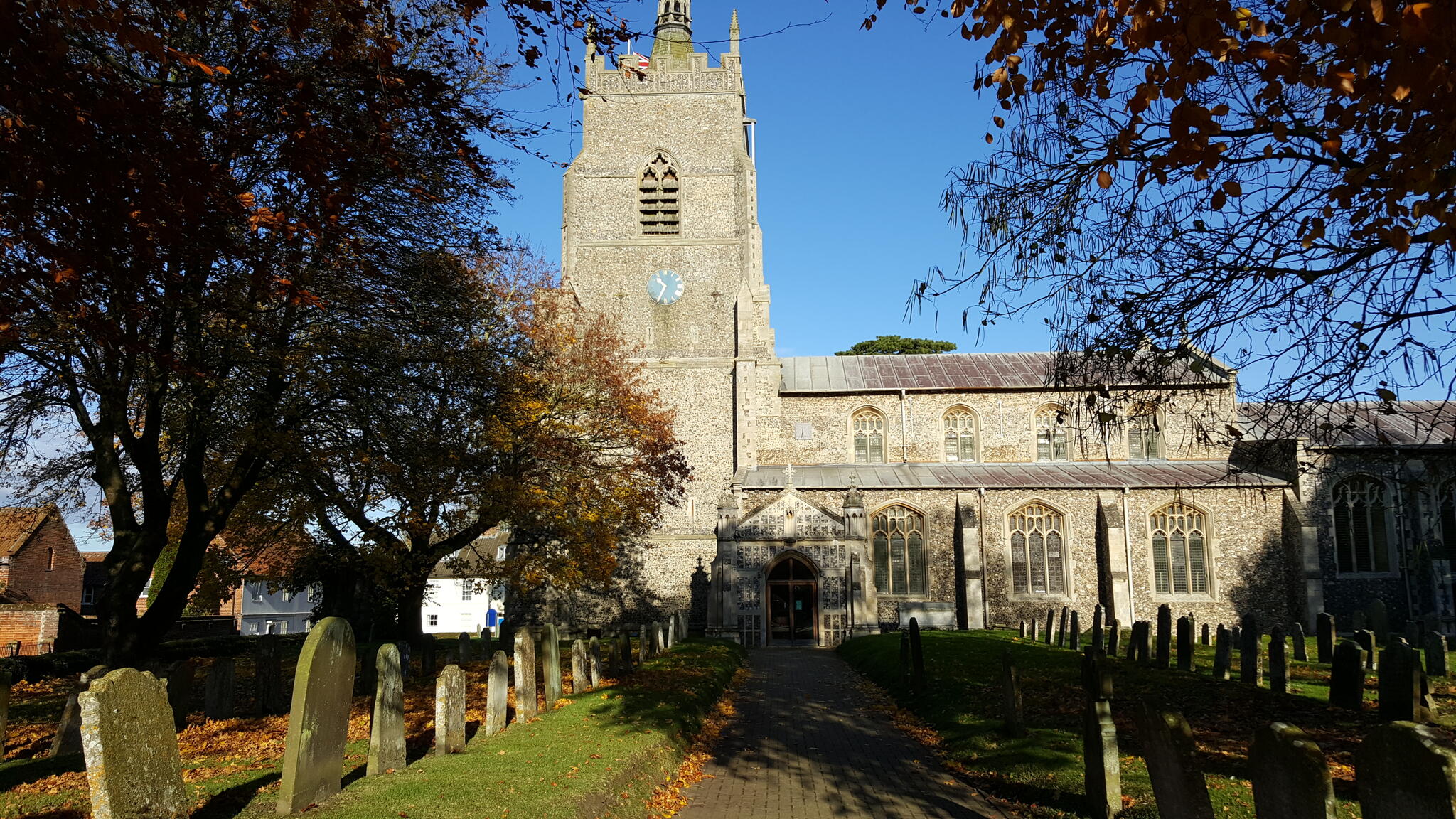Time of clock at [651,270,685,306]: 10:34
